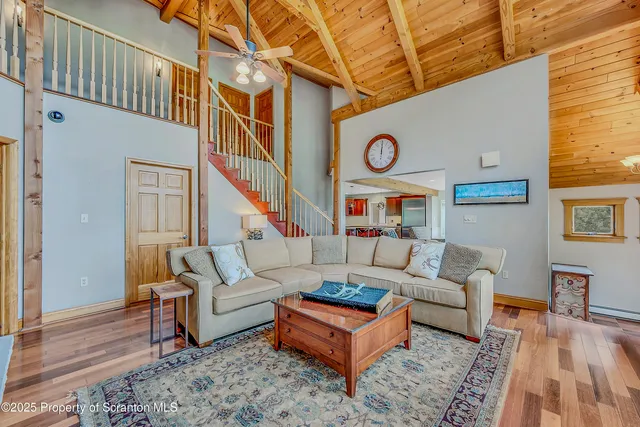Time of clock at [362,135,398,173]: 12:00
